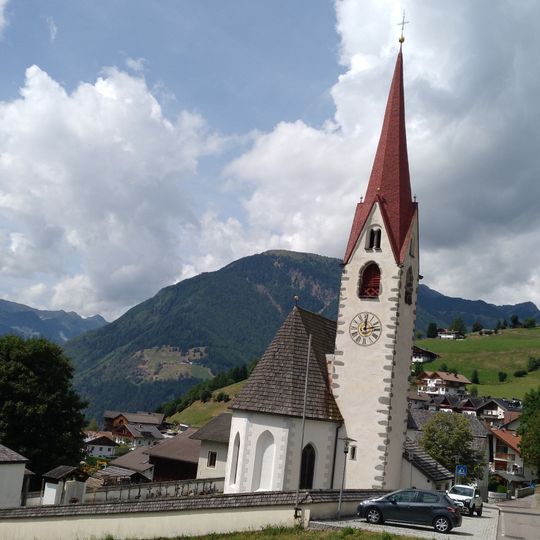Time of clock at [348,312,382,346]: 12:12
